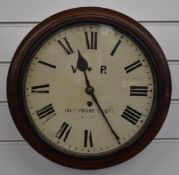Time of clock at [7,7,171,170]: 11:24
